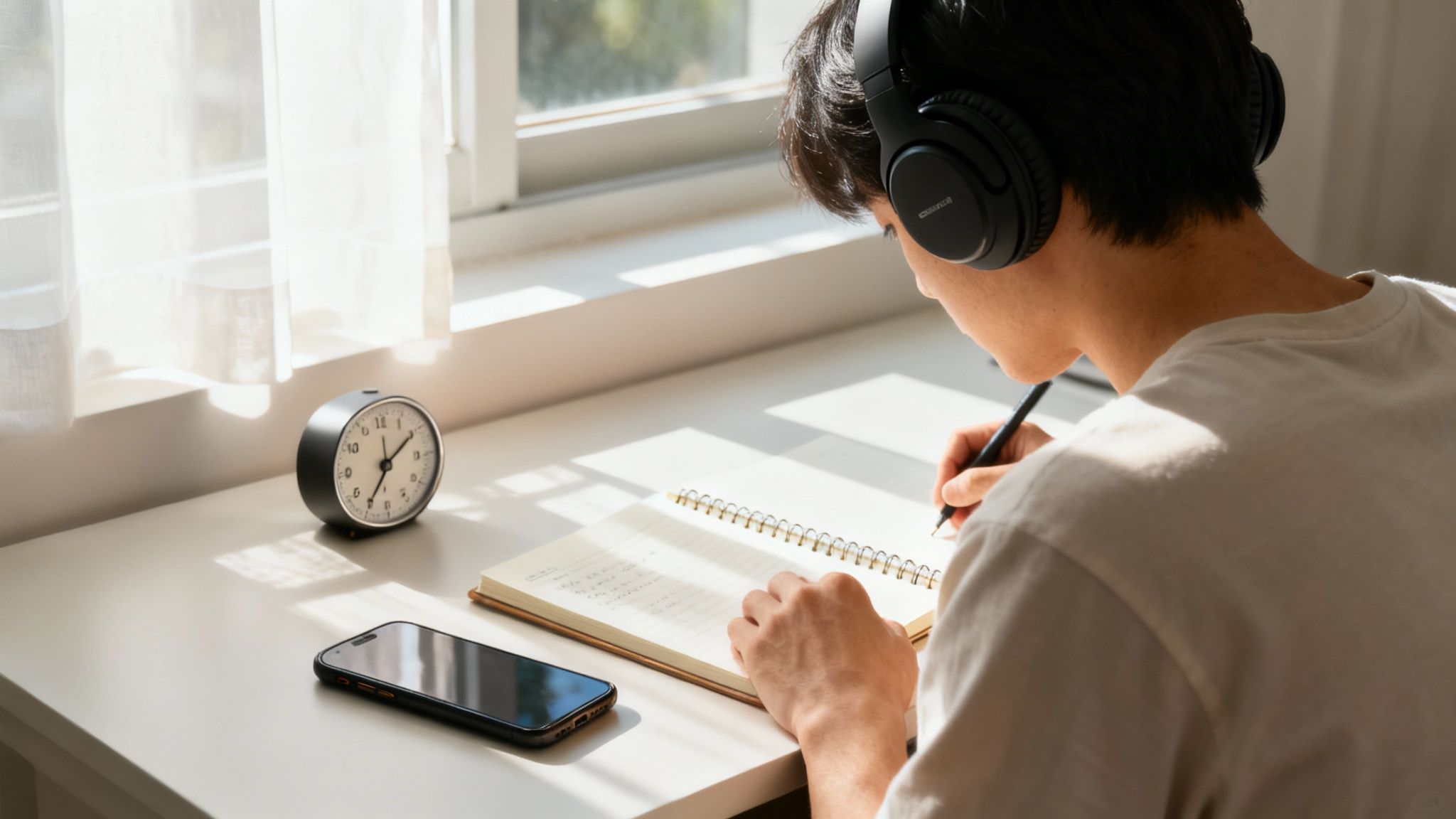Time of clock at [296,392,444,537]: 7:09
